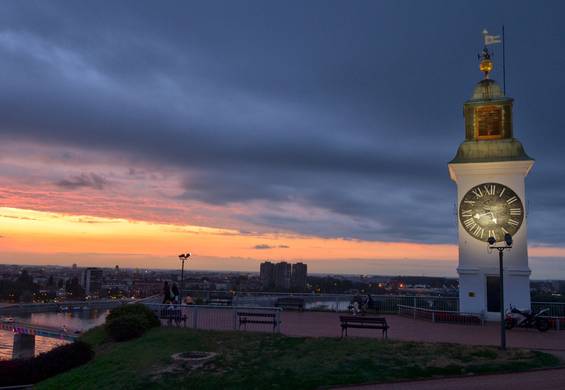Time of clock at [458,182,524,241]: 8:26
